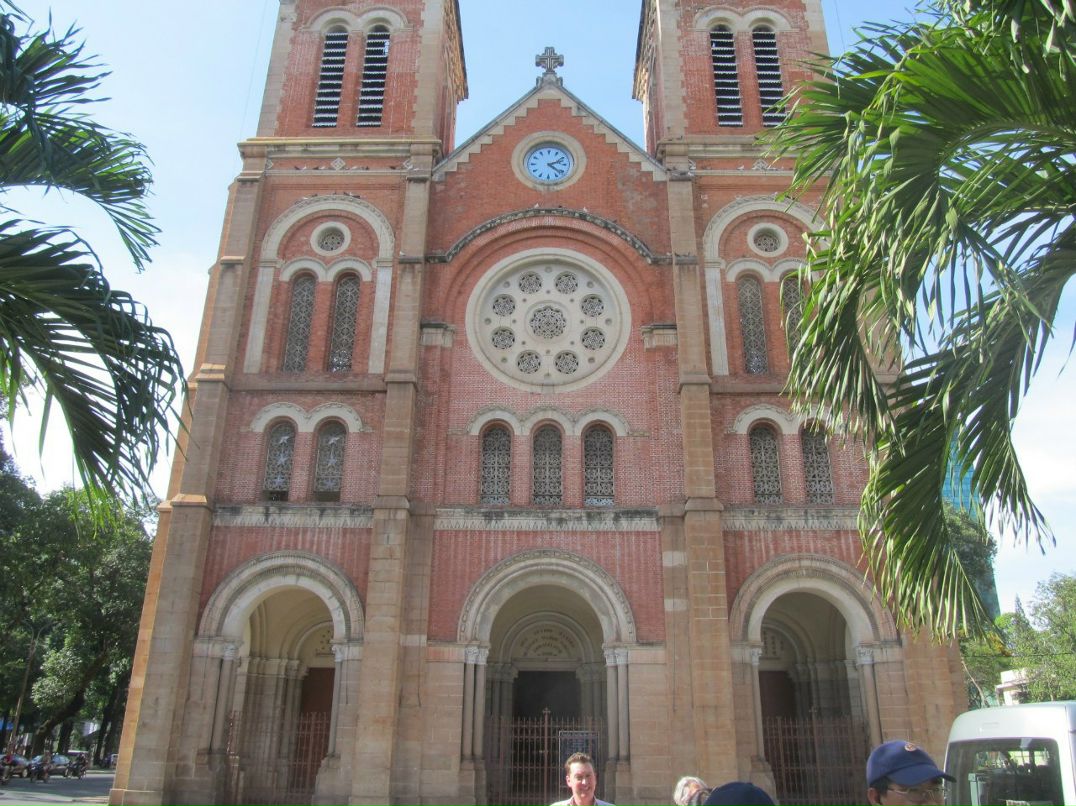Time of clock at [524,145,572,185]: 2:21
